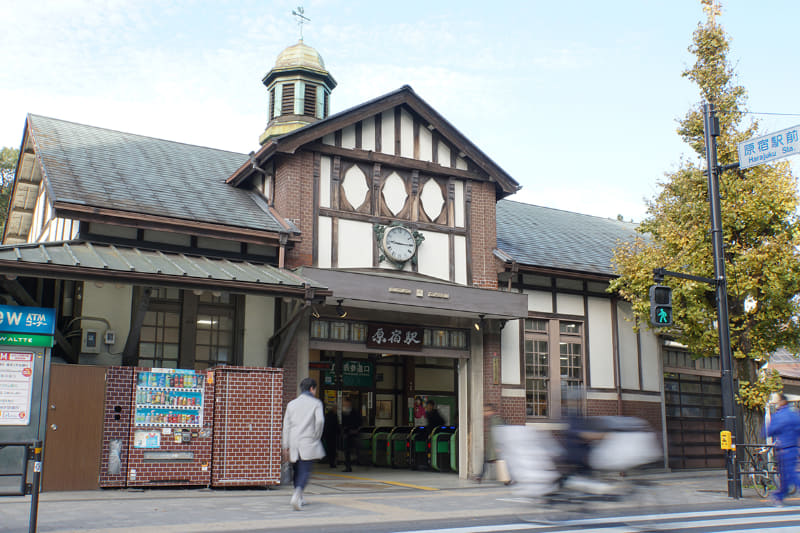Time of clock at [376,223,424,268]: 9:15
